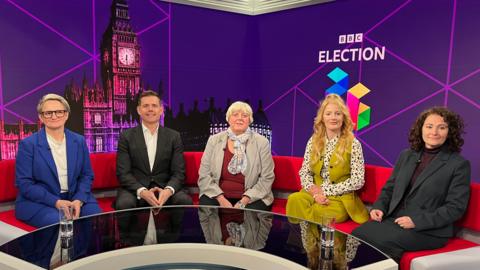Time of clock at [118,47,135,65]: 6:29
